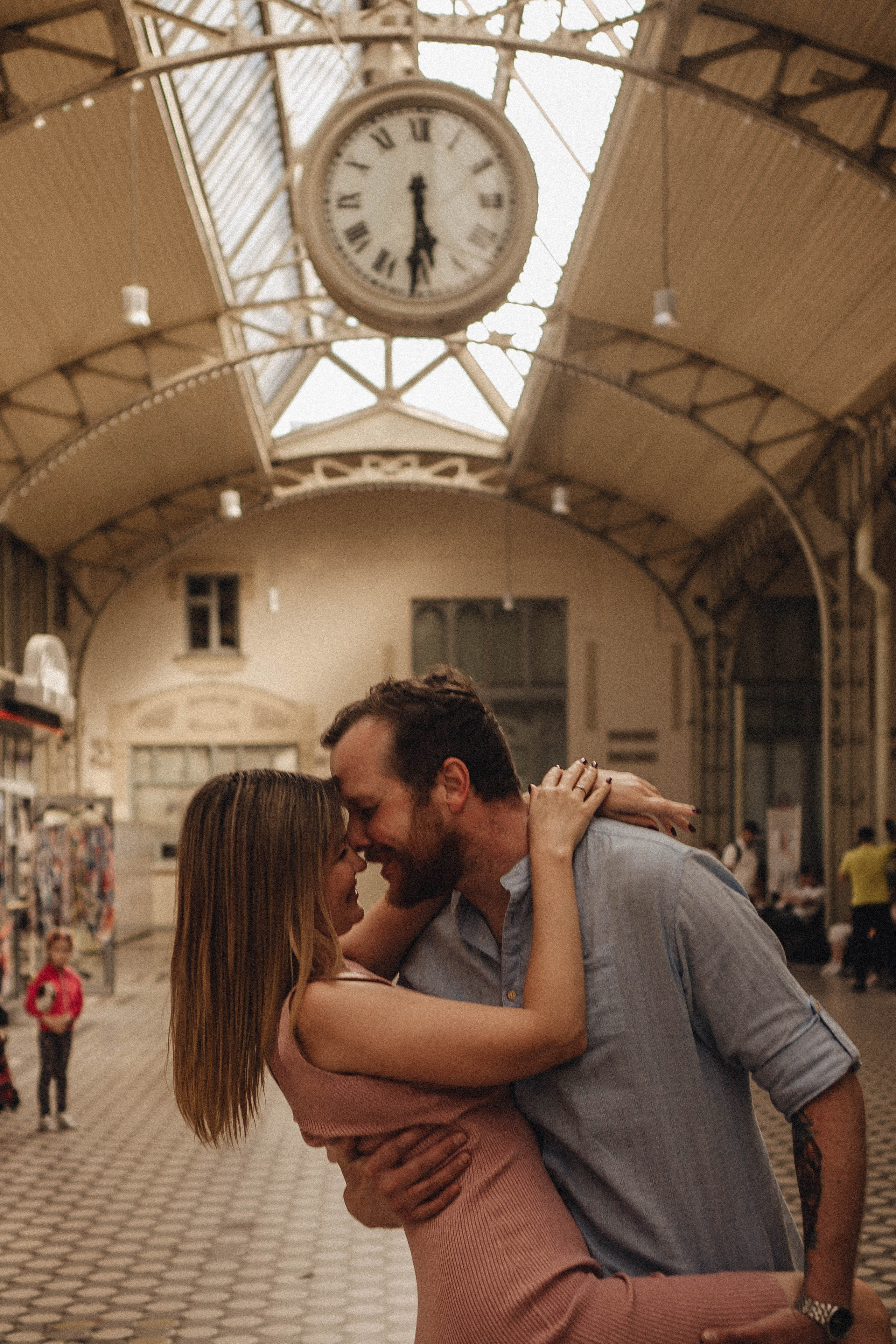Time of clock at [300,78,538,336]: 5:30
